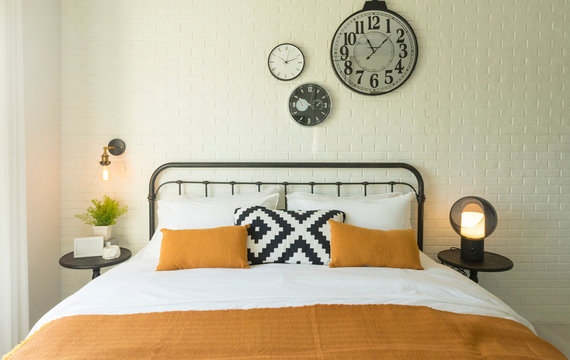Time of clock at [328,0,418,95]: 11:07
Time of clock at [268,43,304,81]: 10:11
